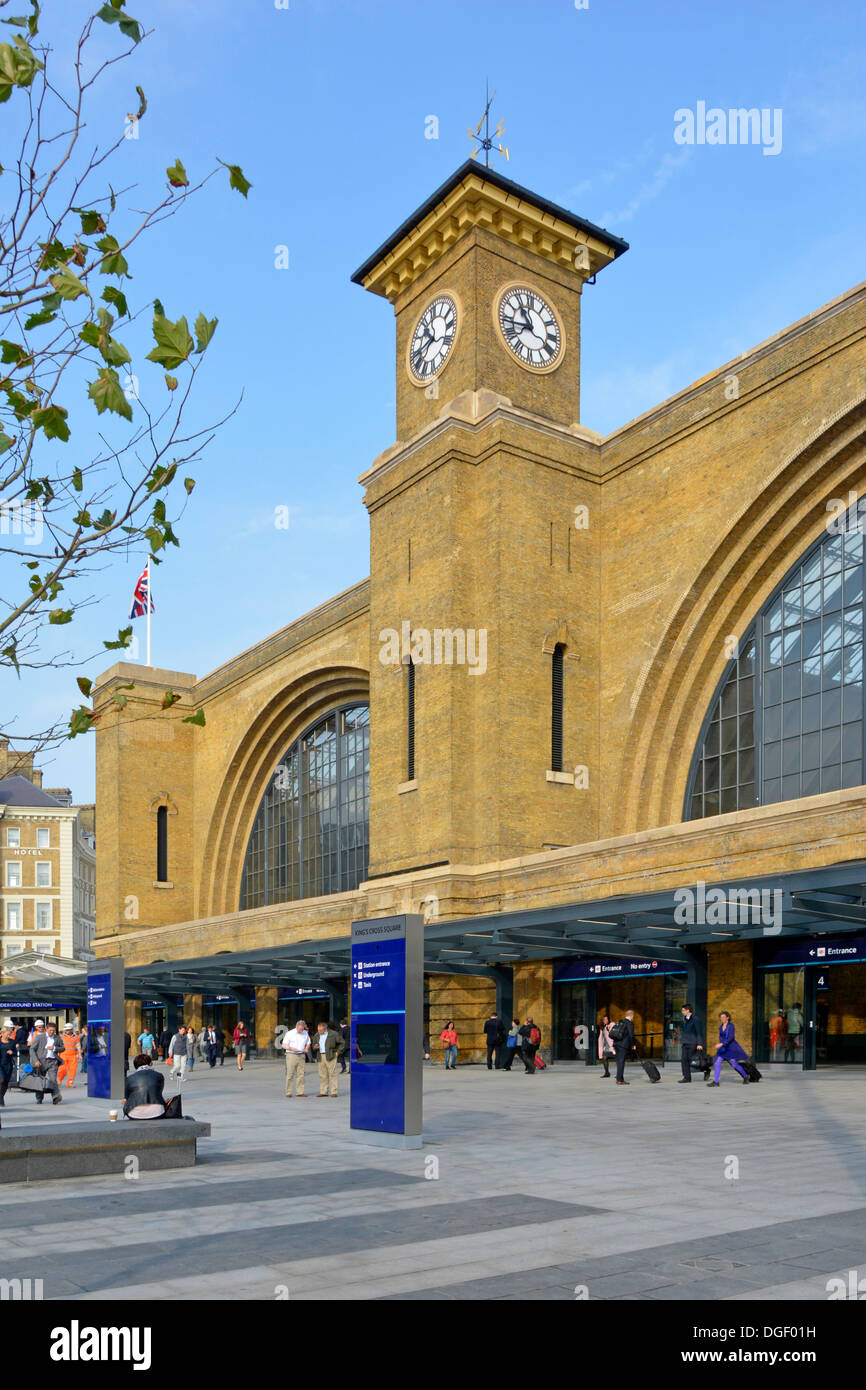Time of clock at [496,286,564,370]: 10:43
